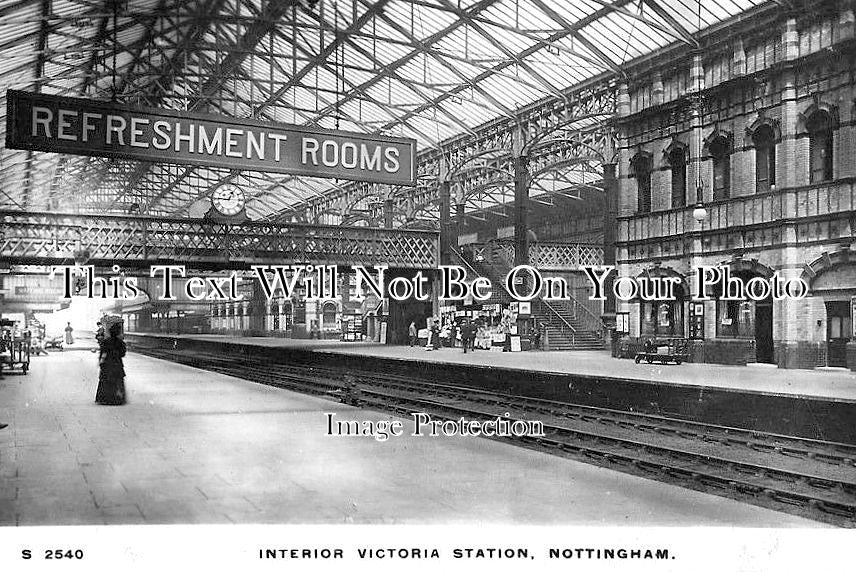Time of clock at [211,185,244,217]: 12:45
